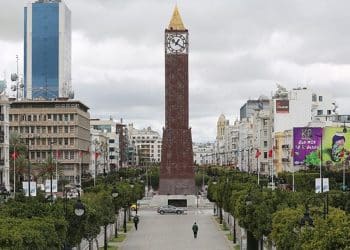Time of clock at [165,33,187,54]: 1:20
